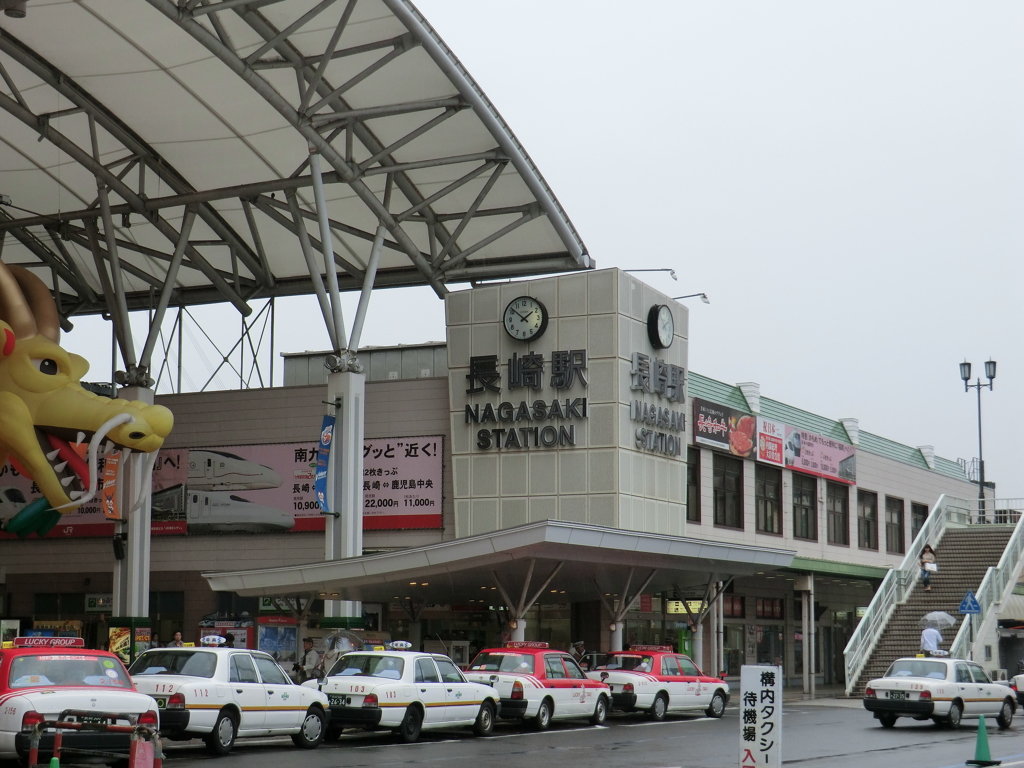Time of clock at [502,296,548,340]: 1:51
